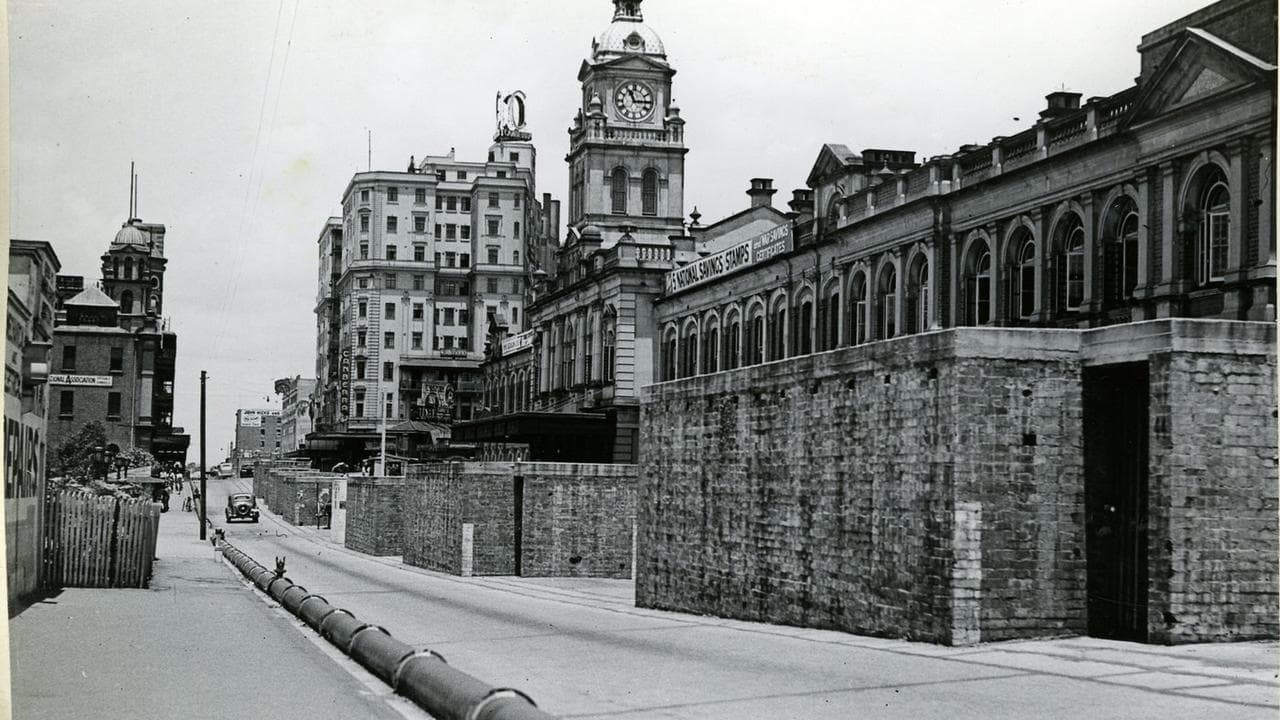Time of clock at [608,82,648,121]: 11:14
